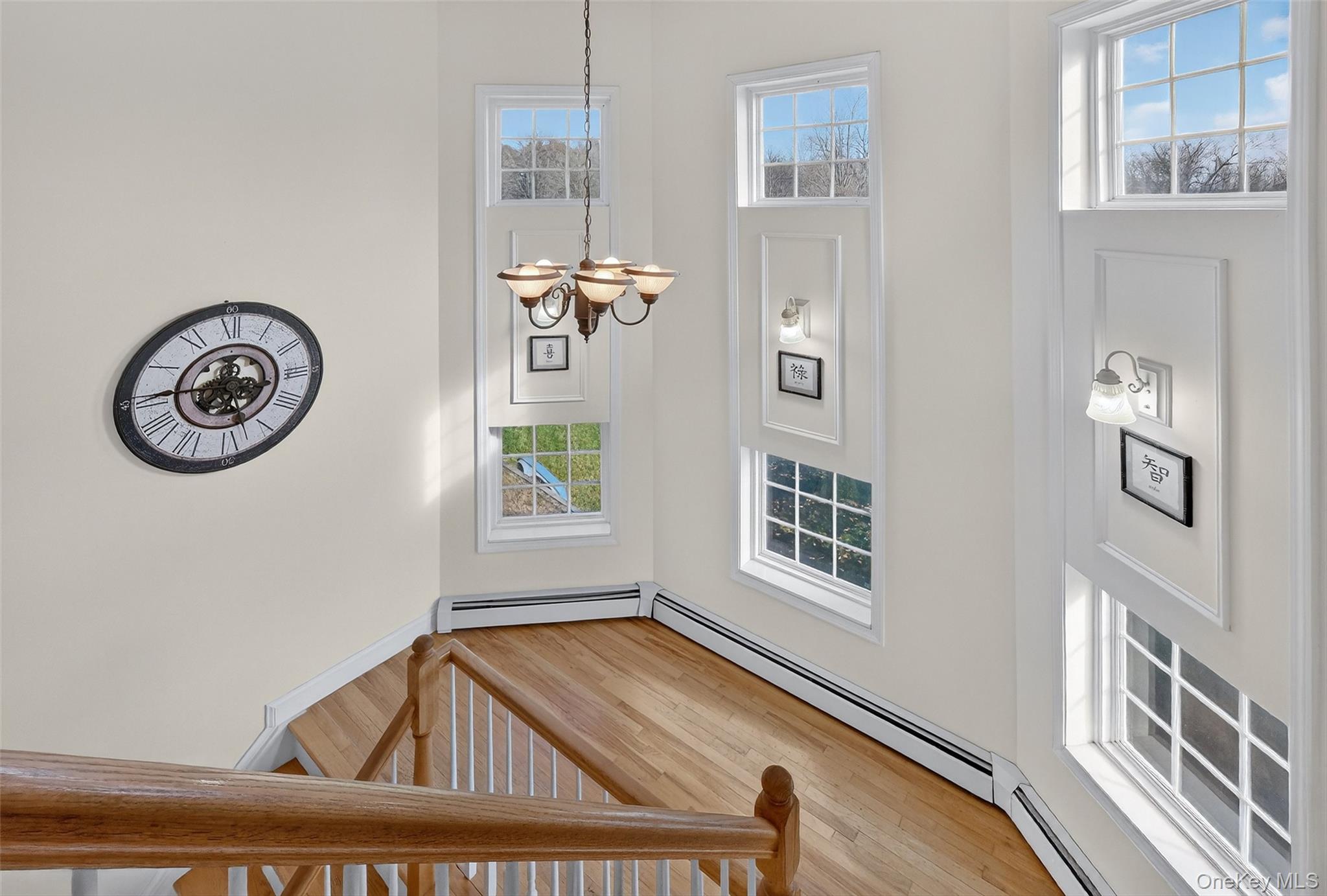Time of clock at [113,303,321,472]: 11:45
